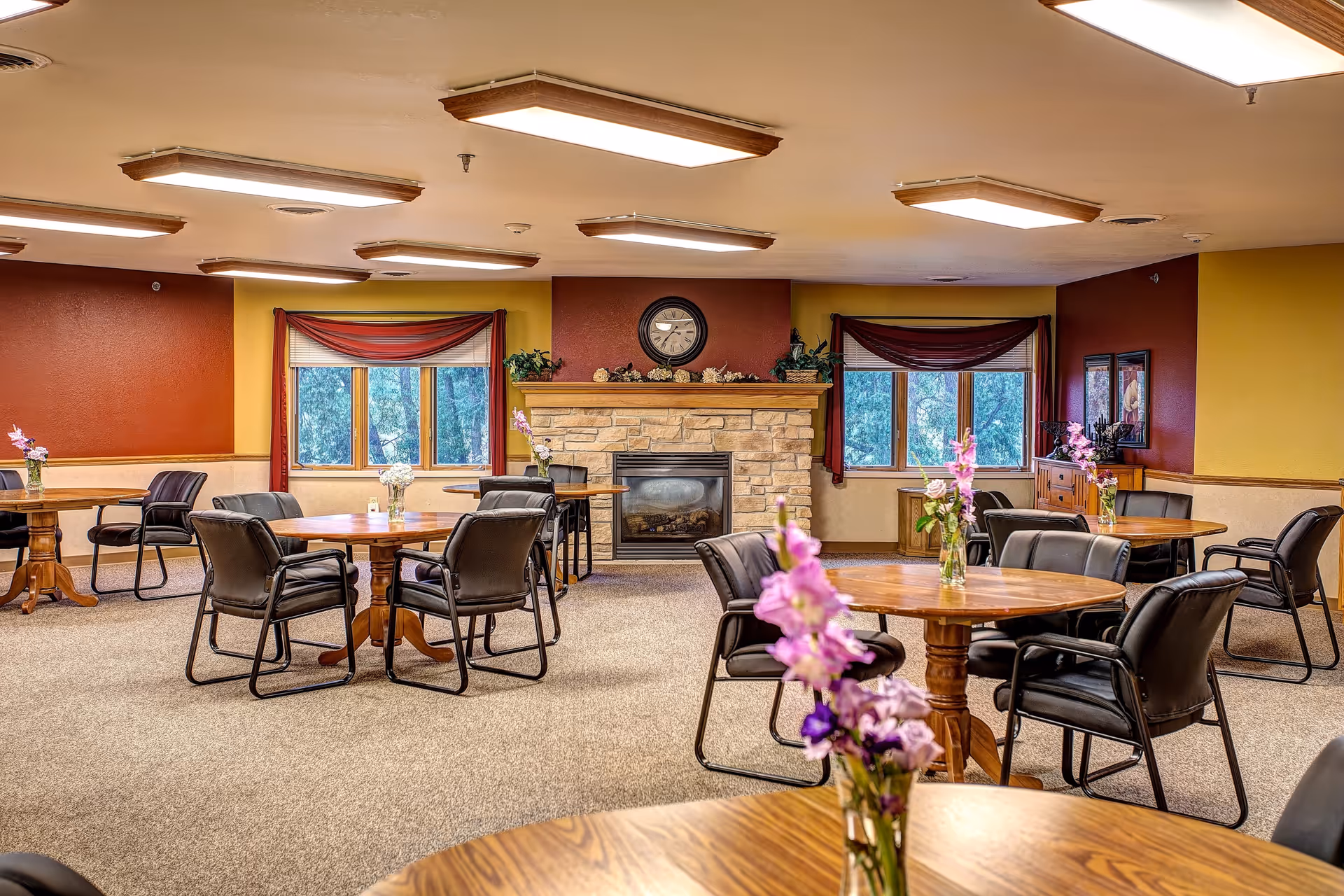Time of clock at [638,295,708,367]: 2:36
